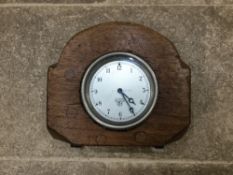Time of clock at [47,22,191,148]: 4:24
